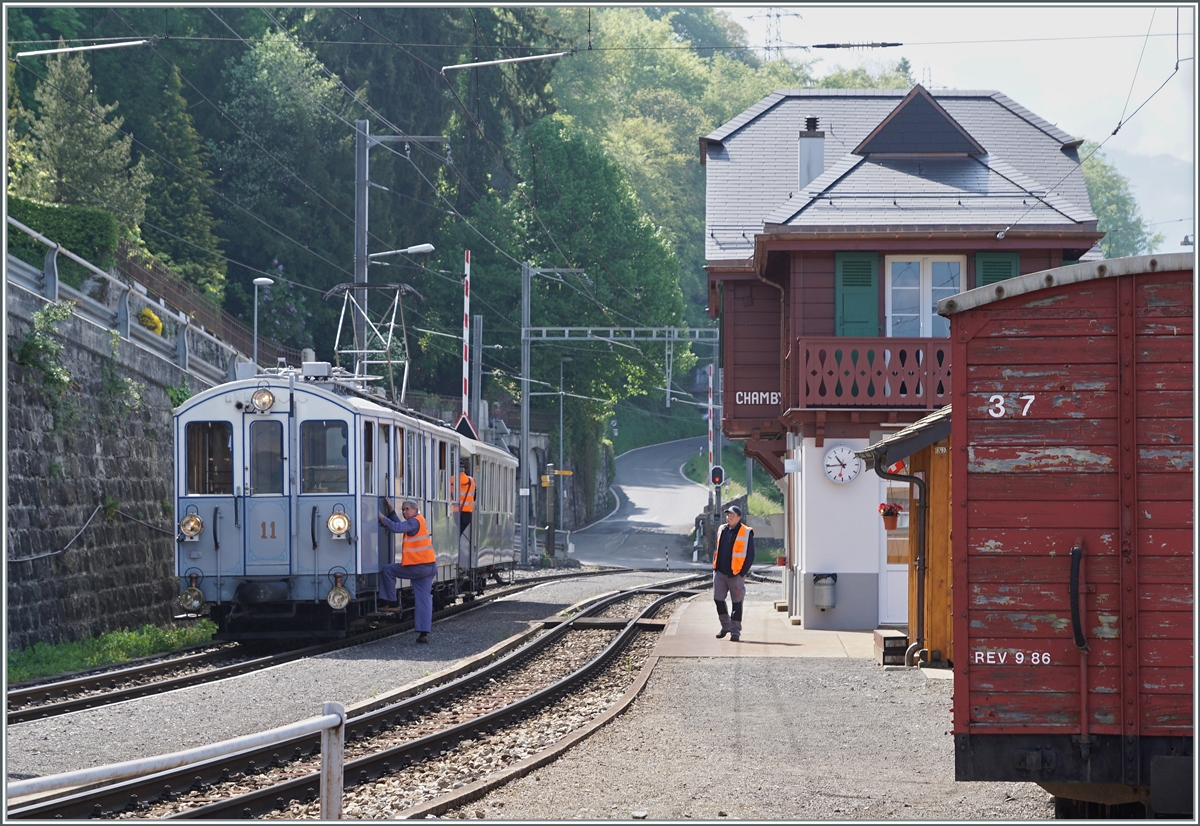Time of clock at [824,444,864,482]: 10:44
